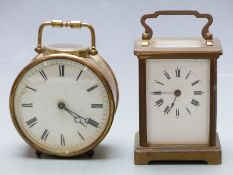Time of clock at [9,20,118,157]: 4:20
